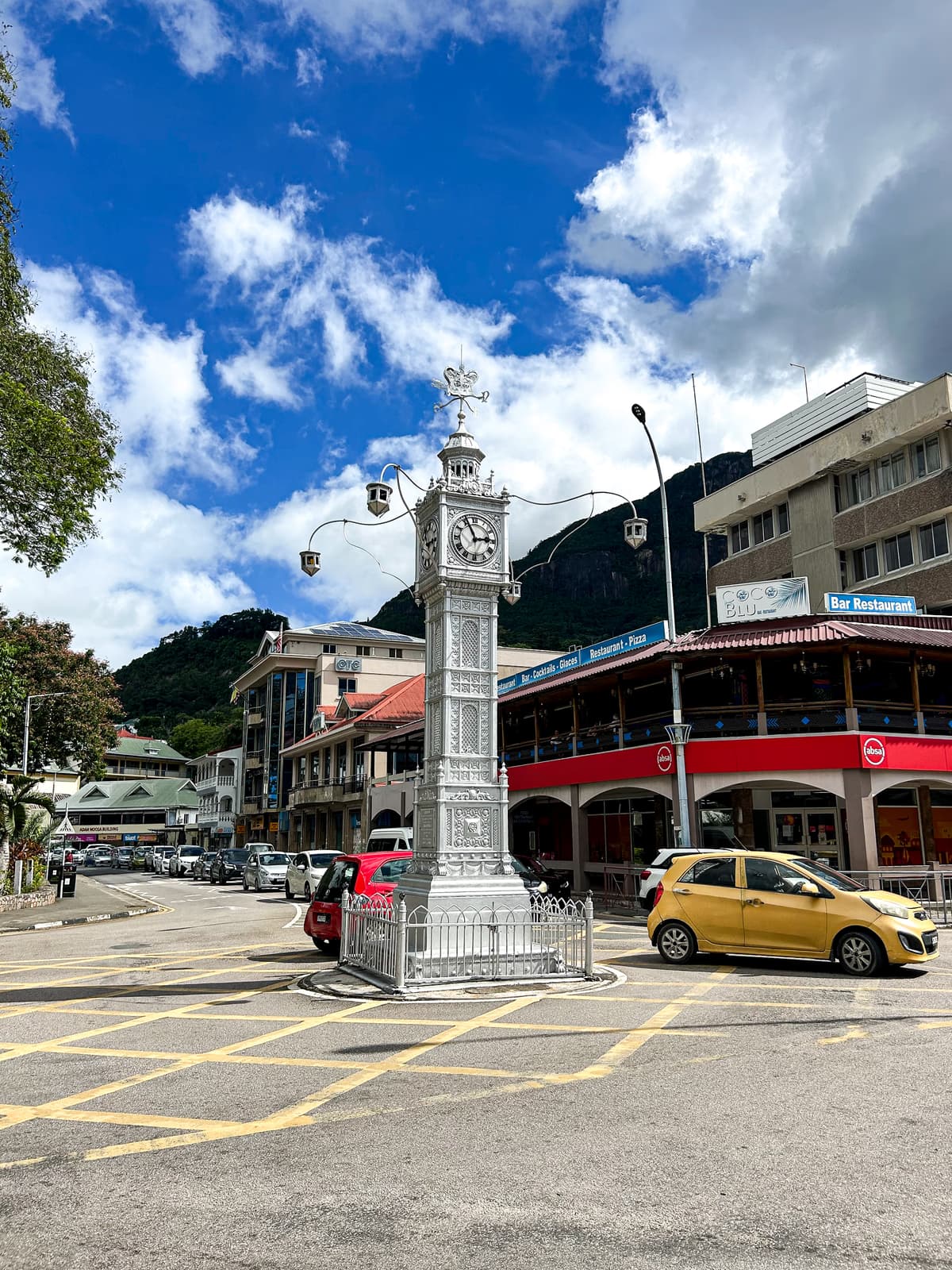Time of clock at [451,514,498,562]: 2:56
